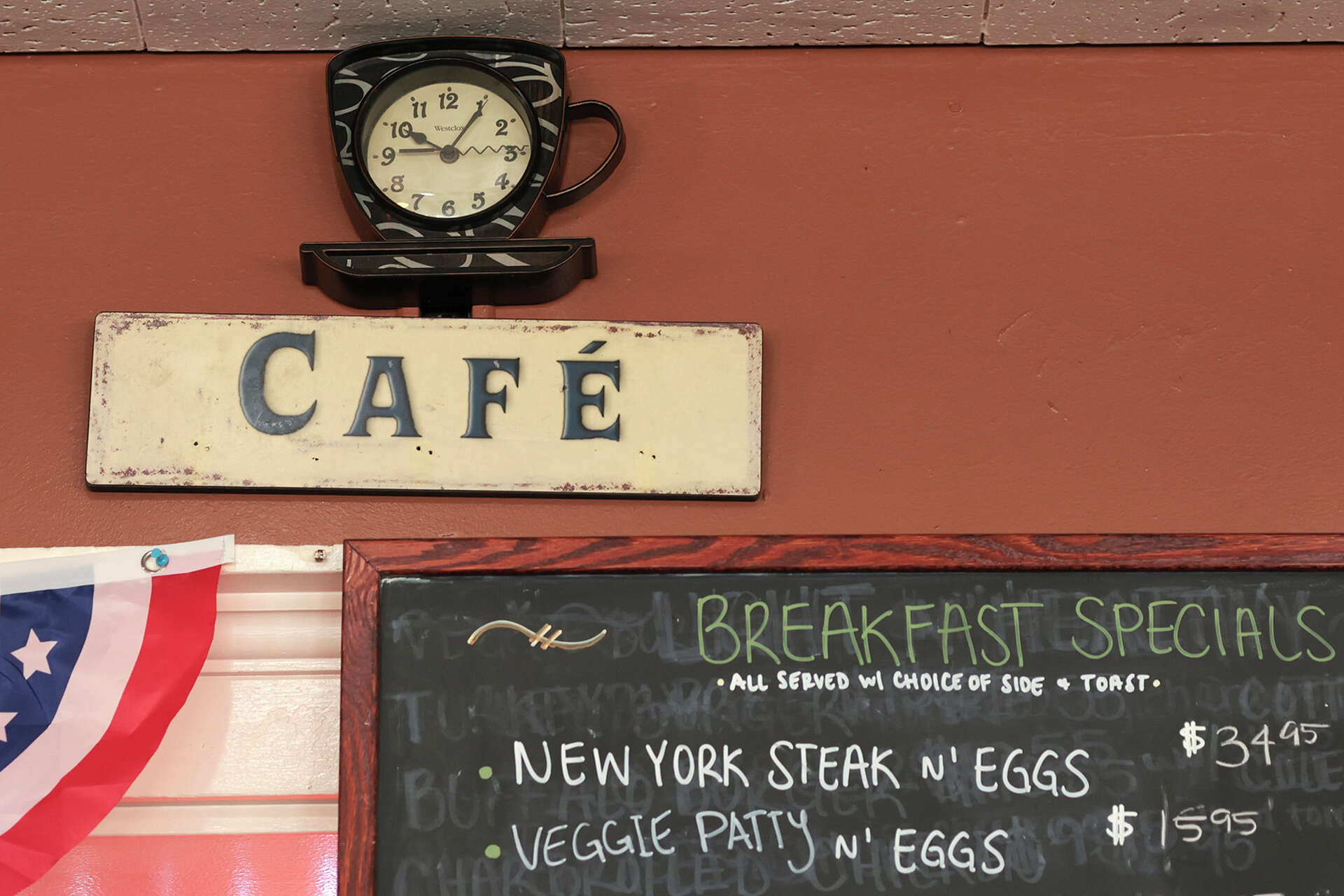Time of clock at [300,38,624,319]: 10:05
